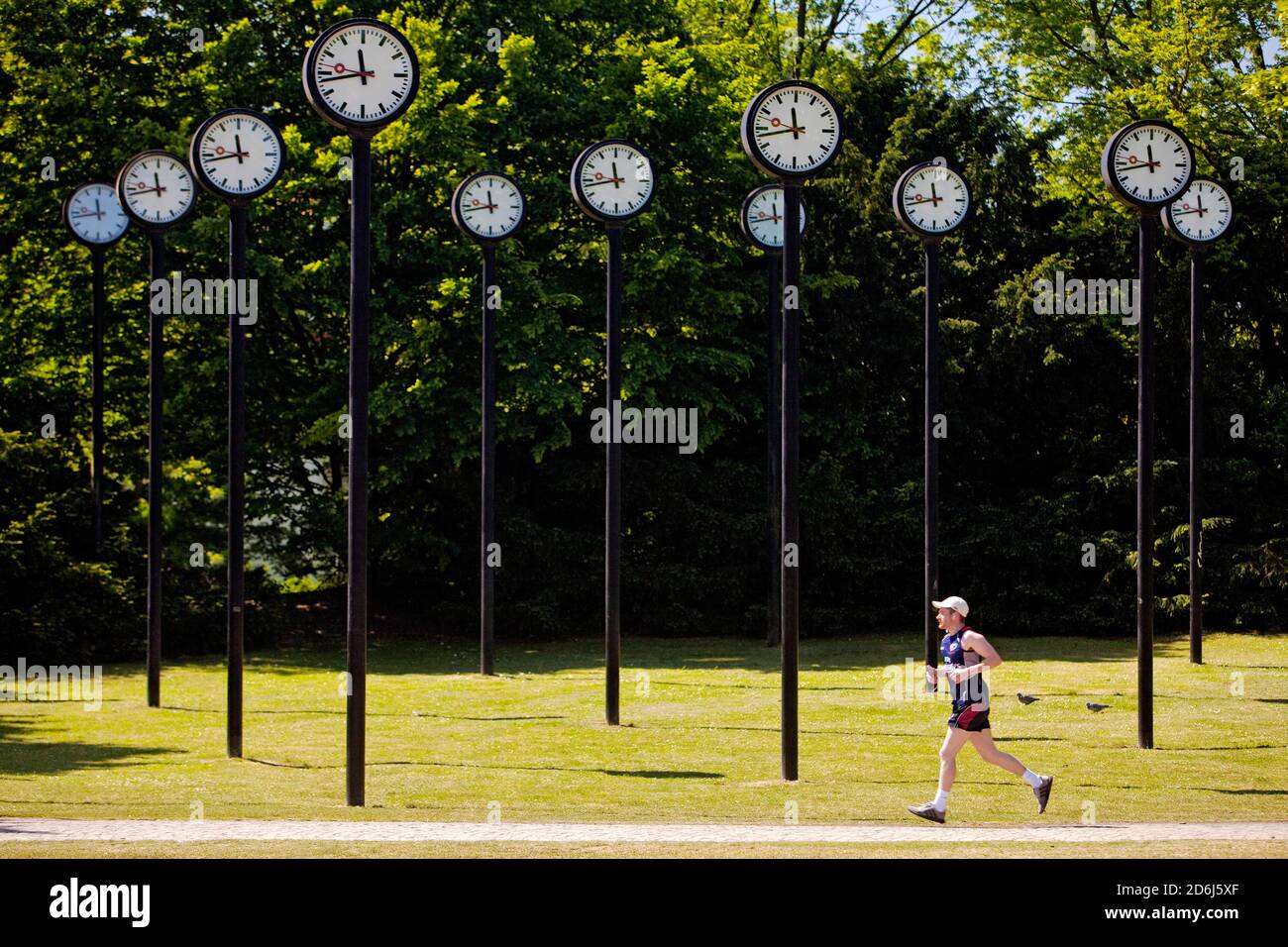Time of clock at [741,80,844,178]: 11:42
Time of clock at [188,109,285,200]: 11:43
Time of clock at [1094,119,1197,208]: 11:42
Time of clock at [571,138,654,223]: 11:43
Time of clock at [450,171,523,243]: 11:43
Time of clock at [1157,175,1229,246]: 11:43
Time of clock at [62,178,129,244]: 11:43
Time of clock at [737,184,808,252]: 11:43
